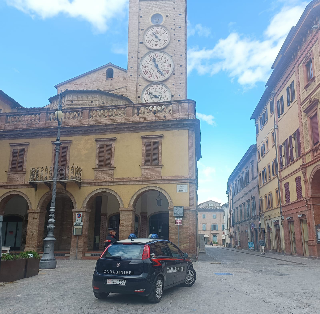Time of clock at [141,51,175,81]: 11:24
